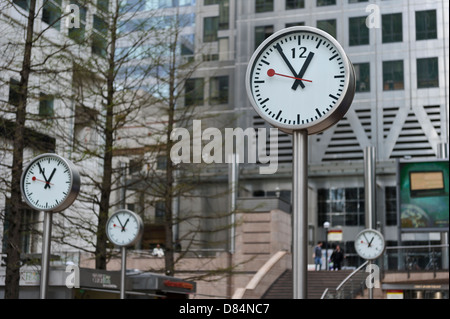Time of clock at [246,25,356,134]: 12:54
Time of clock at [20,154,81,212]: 12:54
